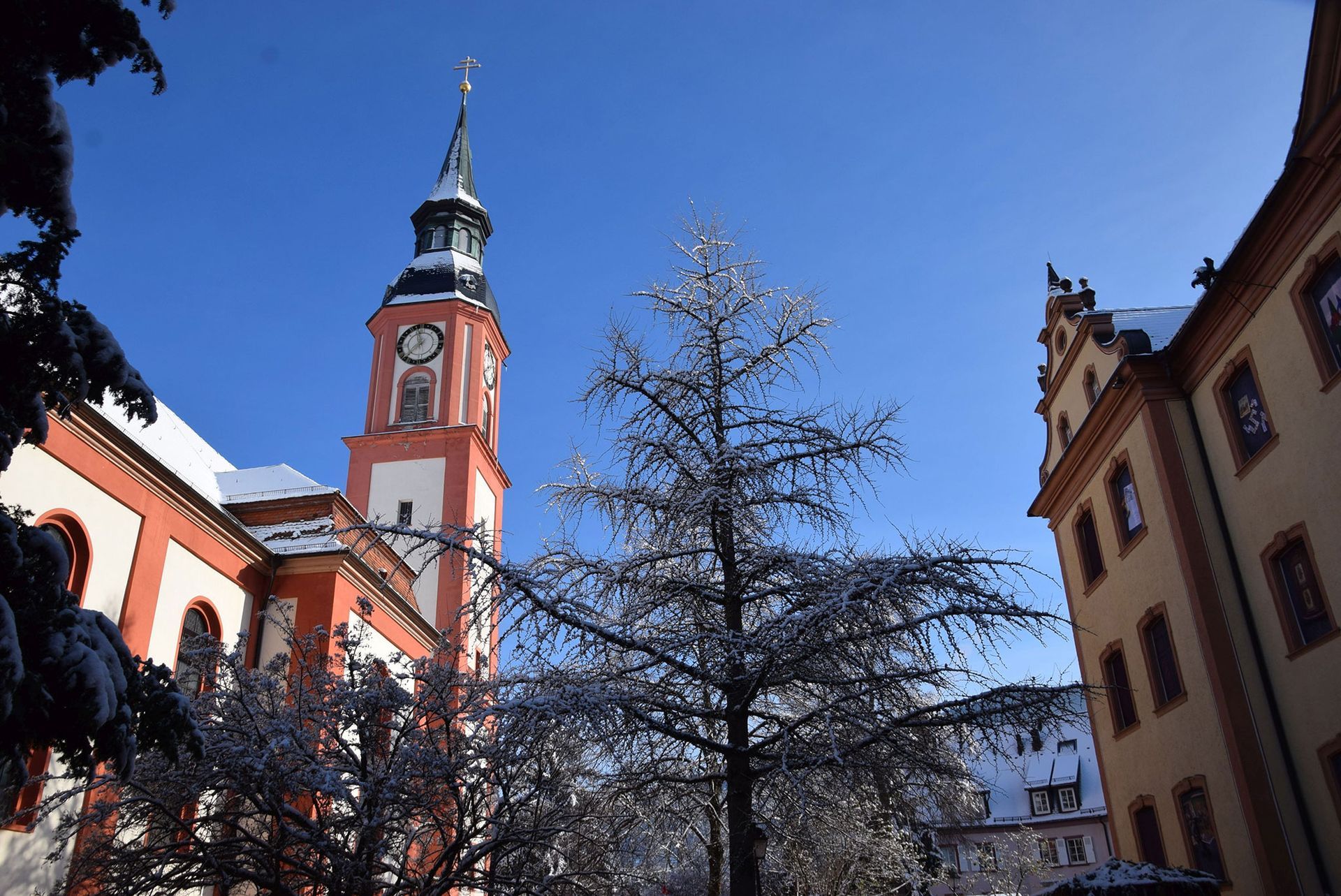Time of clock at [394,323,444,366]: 11:37
